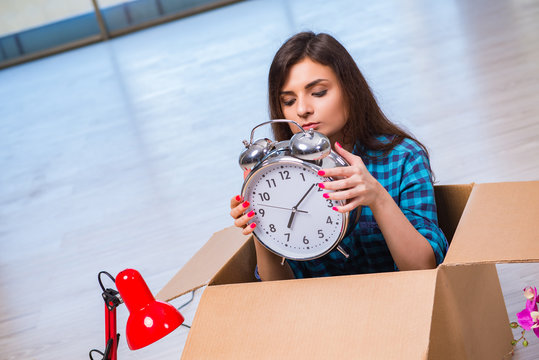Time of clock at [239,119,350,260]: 7:08
